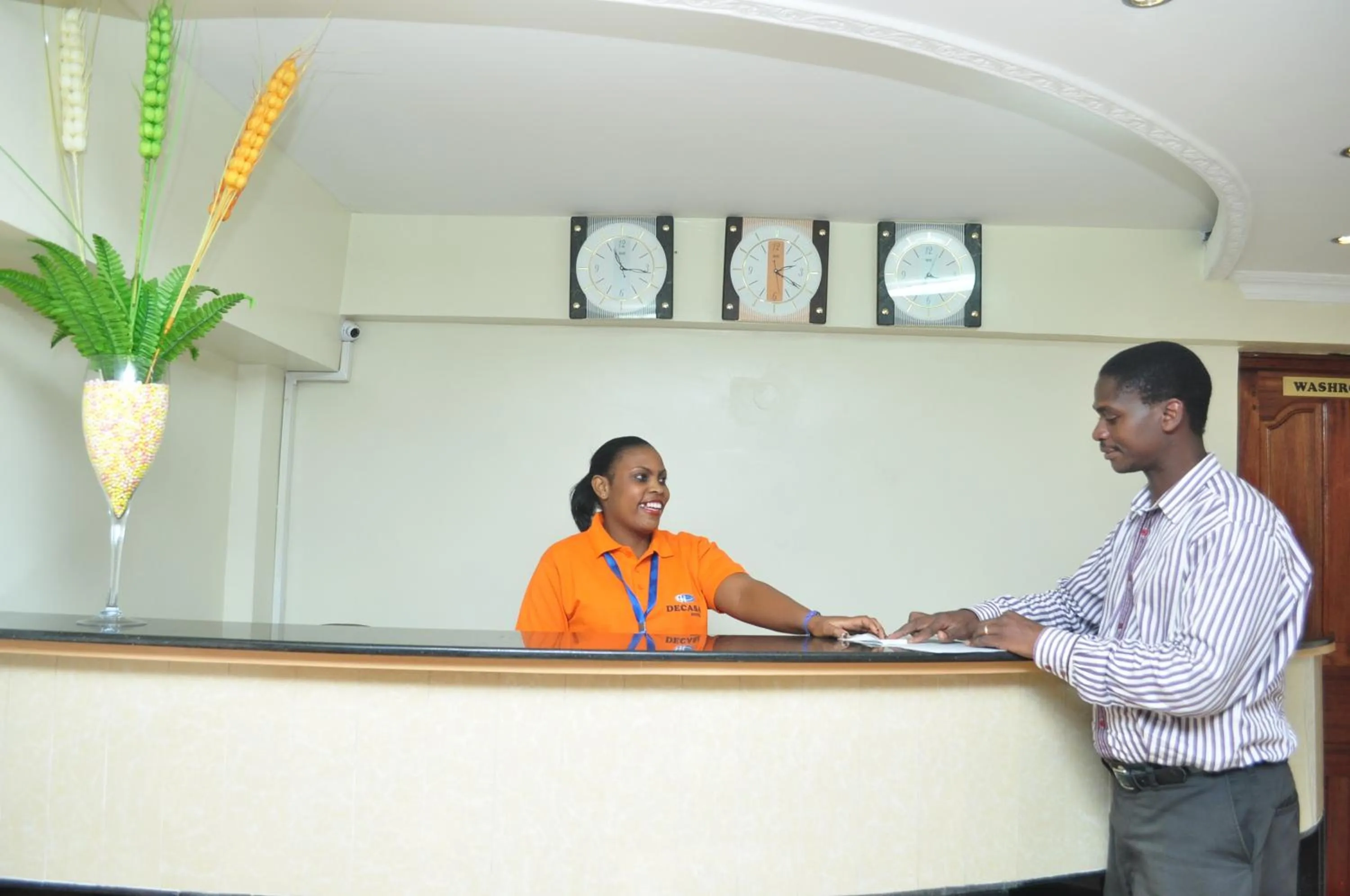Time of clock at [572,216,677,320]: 11:16
